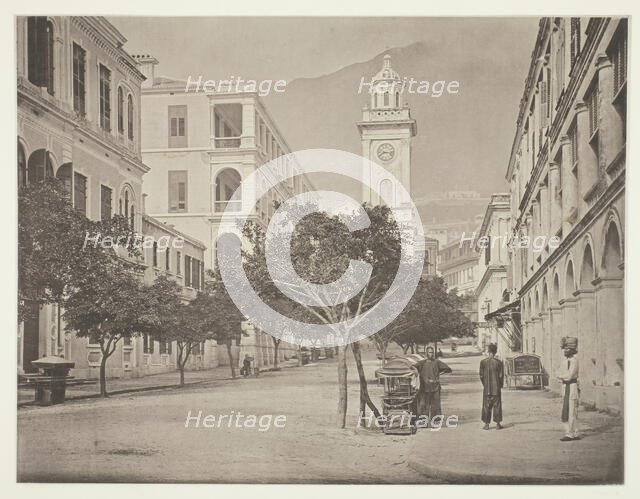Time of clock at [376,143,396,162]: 8:16
